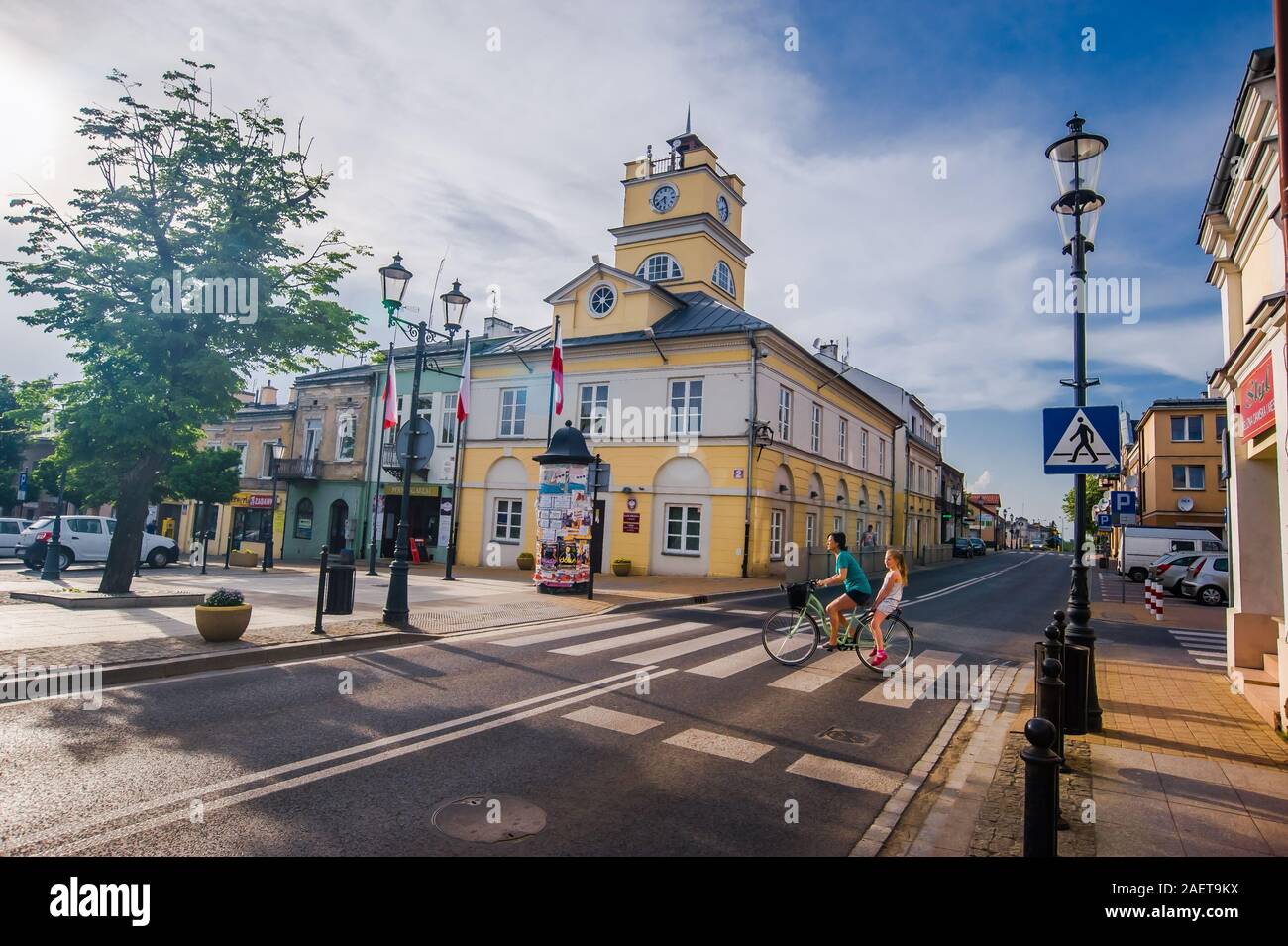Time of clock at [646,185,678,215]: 5:40
